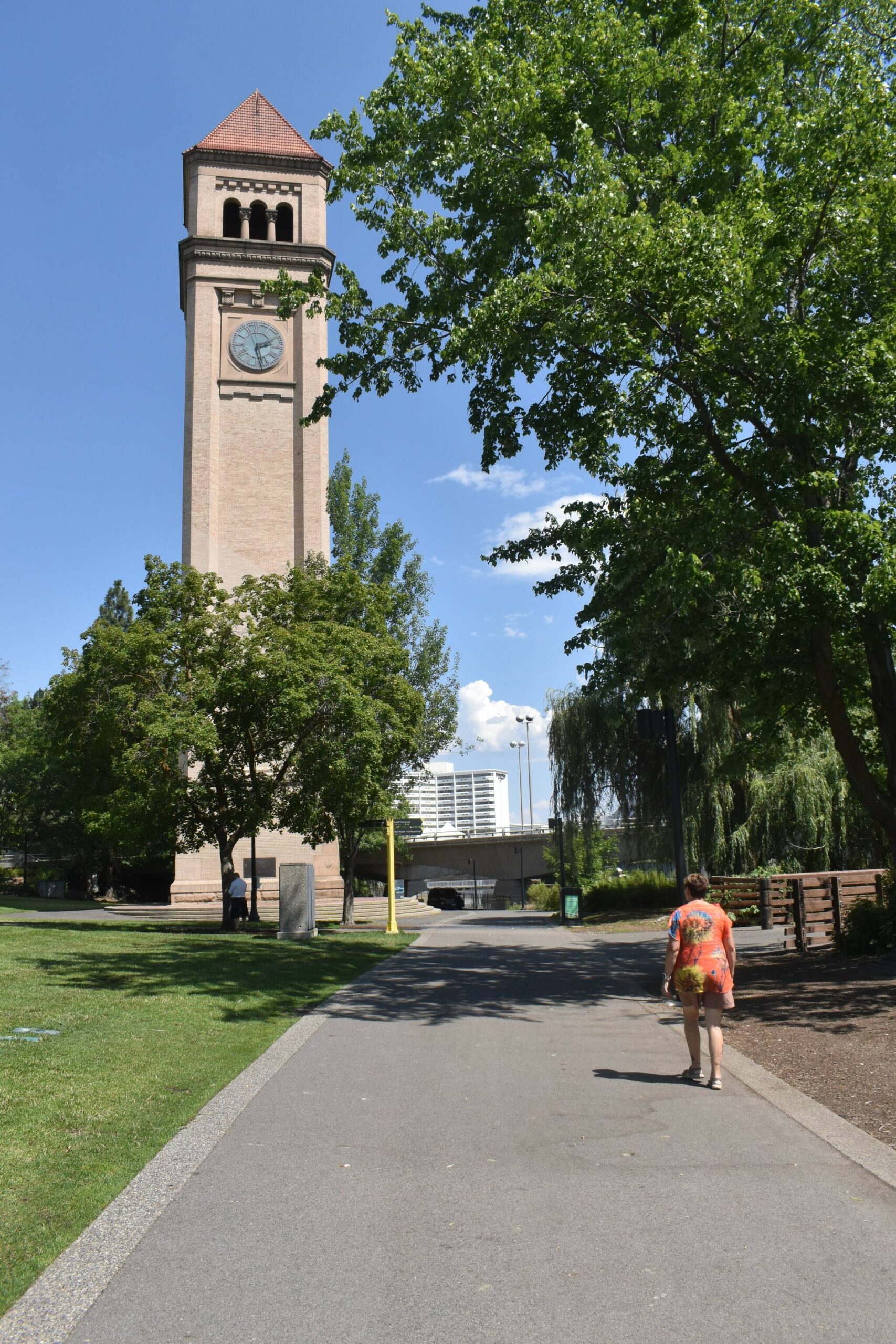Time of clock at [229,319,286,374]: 2:28
